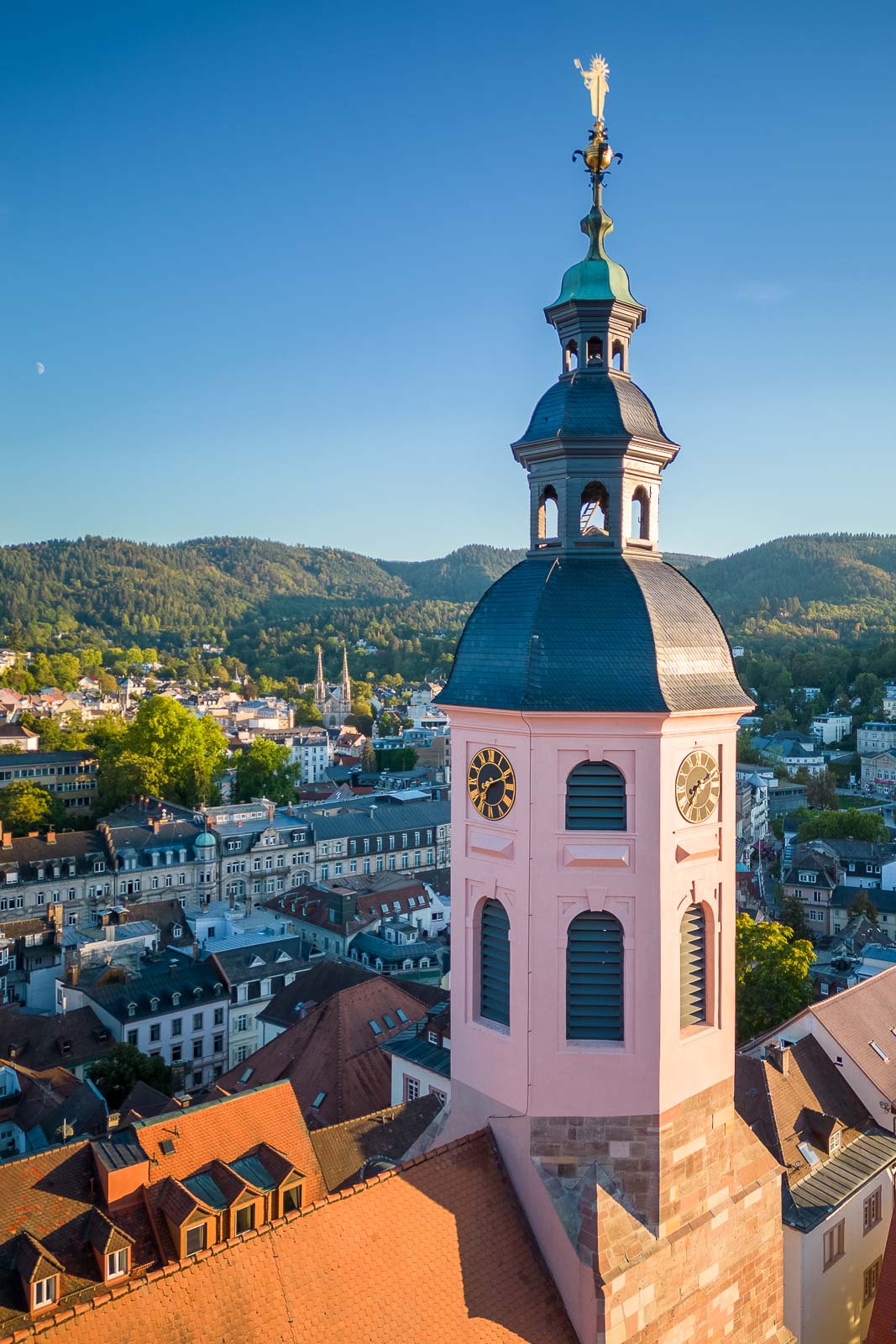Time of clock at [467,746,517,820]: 7:11
